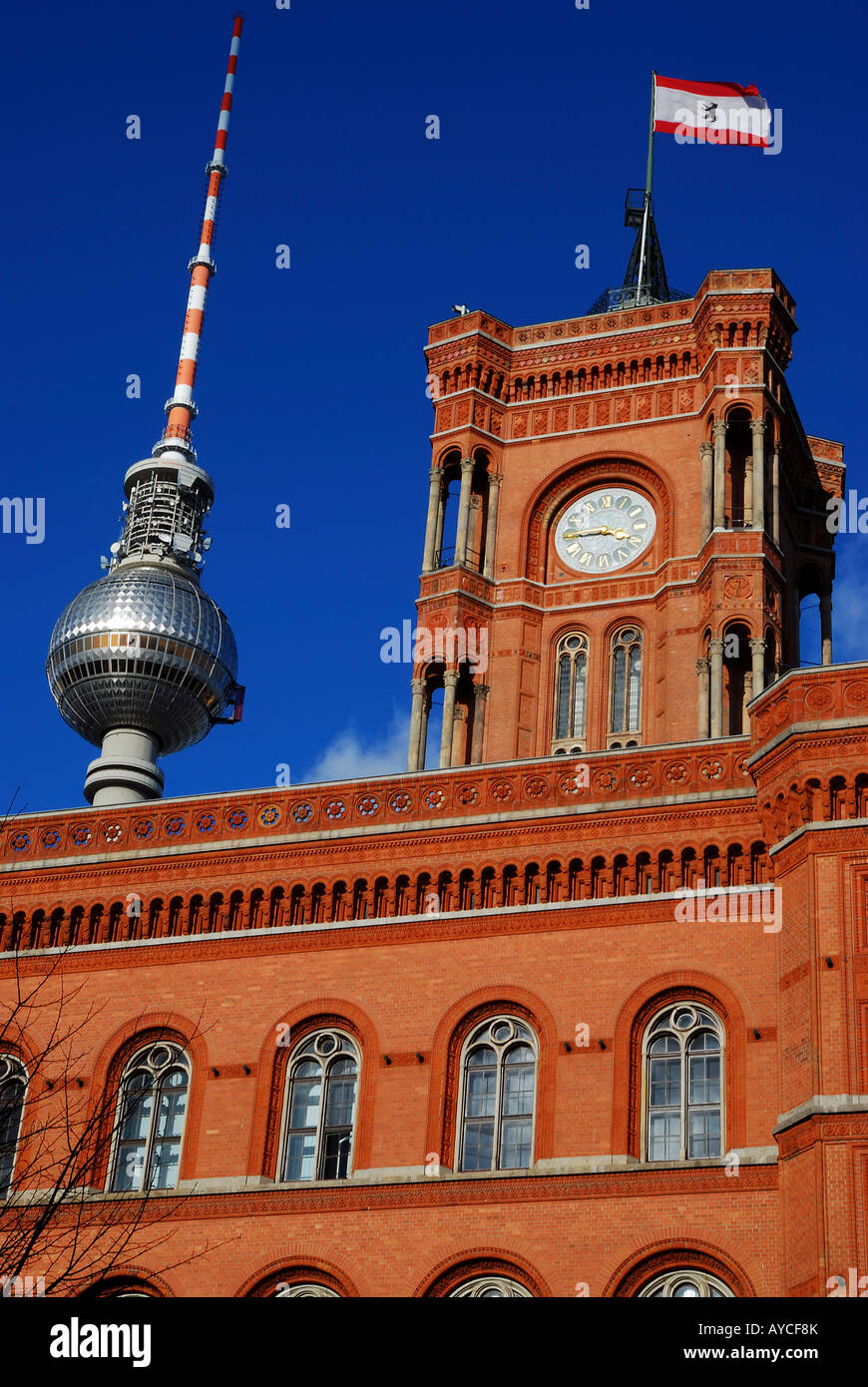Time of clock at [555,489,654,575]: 3:44
